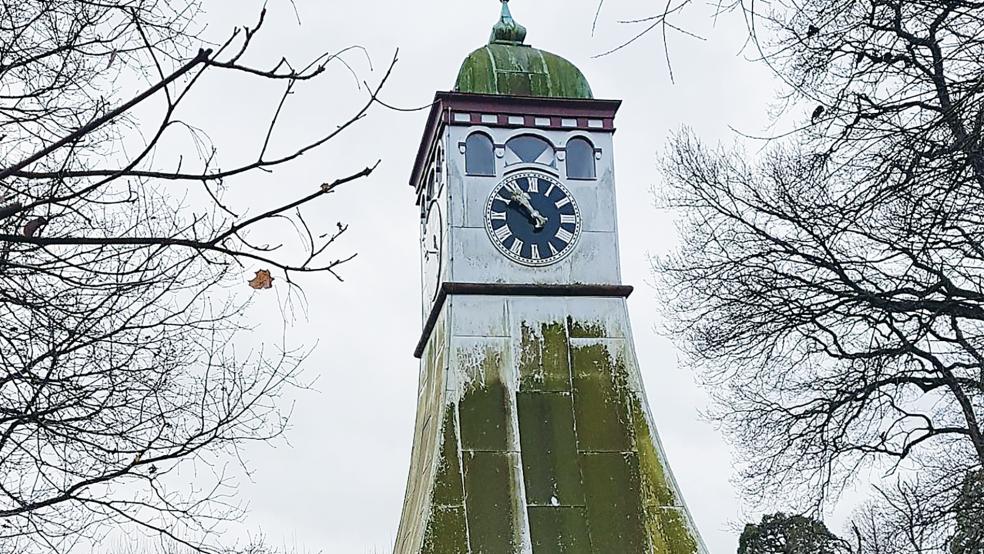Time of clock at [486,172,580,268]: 10:50
